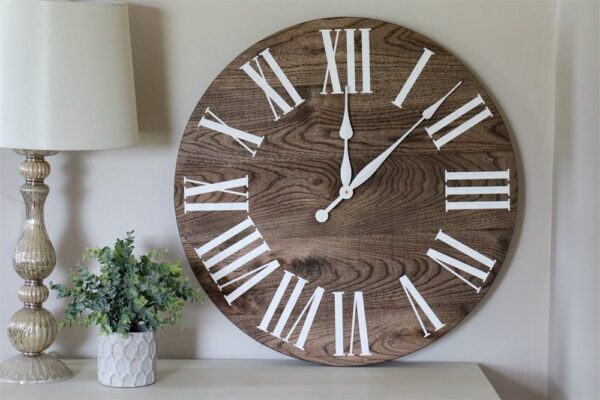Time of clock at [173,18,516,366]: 12:07
